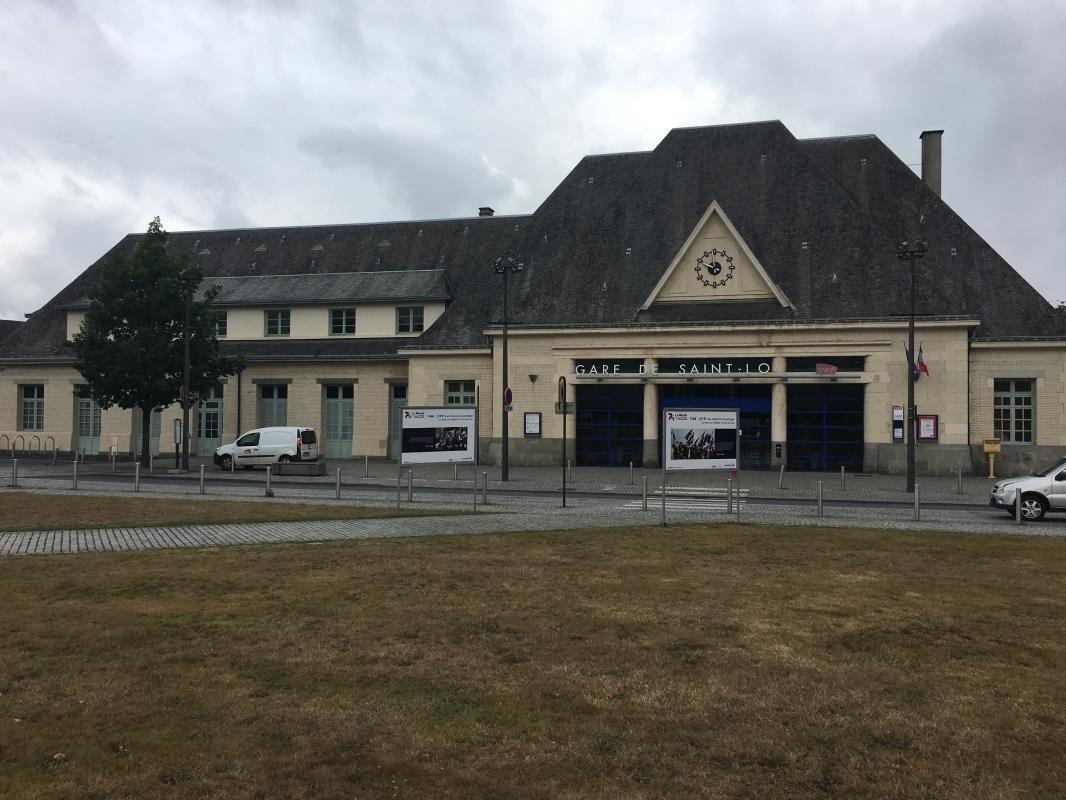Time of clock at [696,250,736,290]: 11:48
